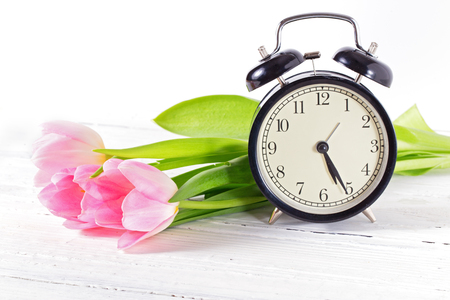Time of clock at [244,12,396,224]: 5:25
